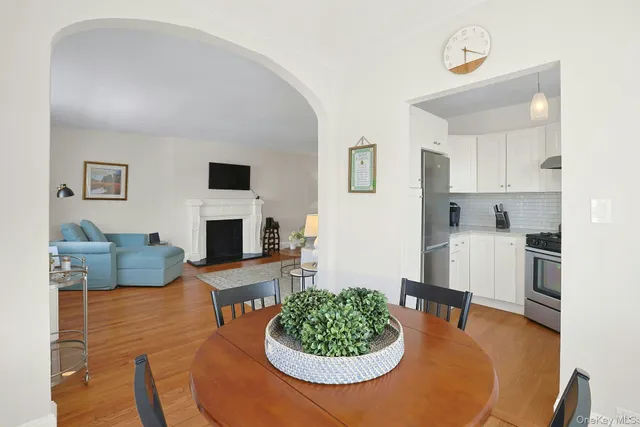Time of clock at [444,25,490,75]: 6:20
